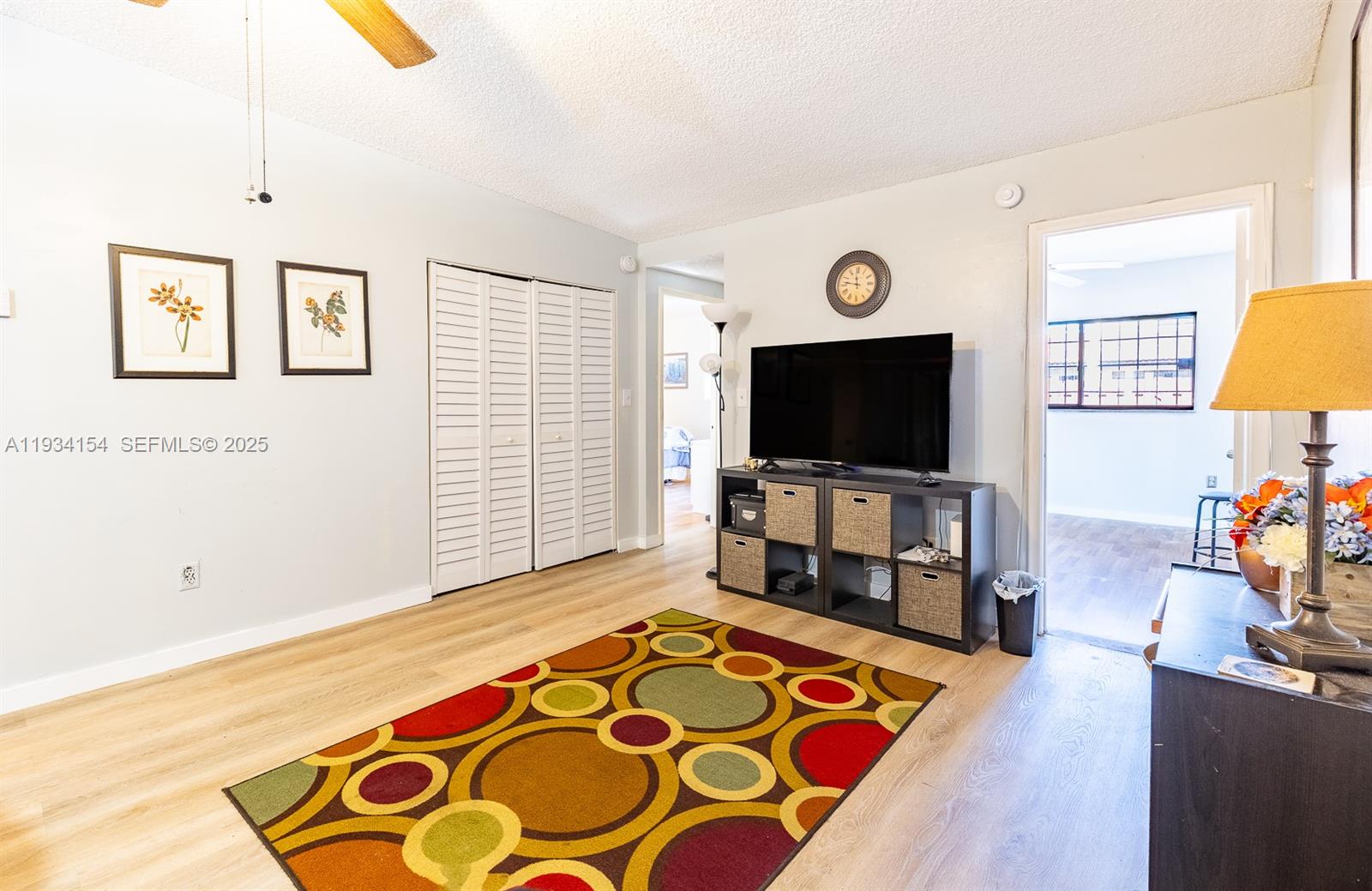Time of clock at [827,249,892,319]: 11:46
